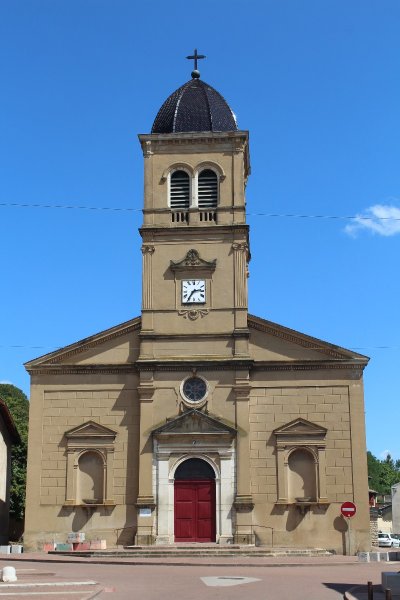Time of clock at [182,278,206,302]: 2:35
